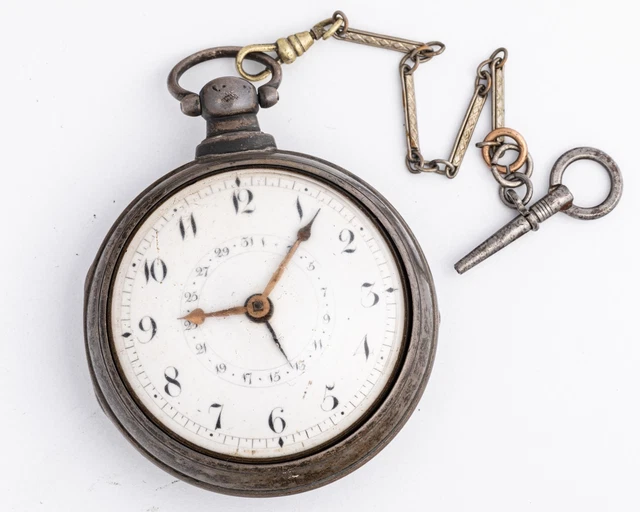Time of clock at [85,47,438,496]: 9:06
